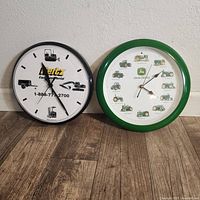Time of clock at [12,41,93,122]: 11:24
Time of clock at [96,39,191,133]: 4:08
